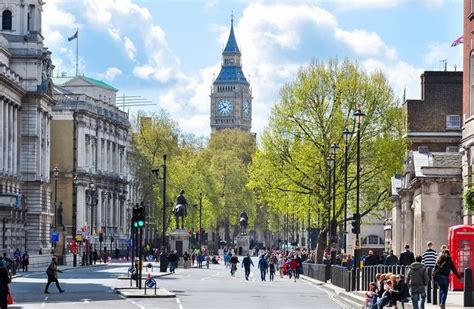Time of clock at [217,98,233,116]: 10:41
